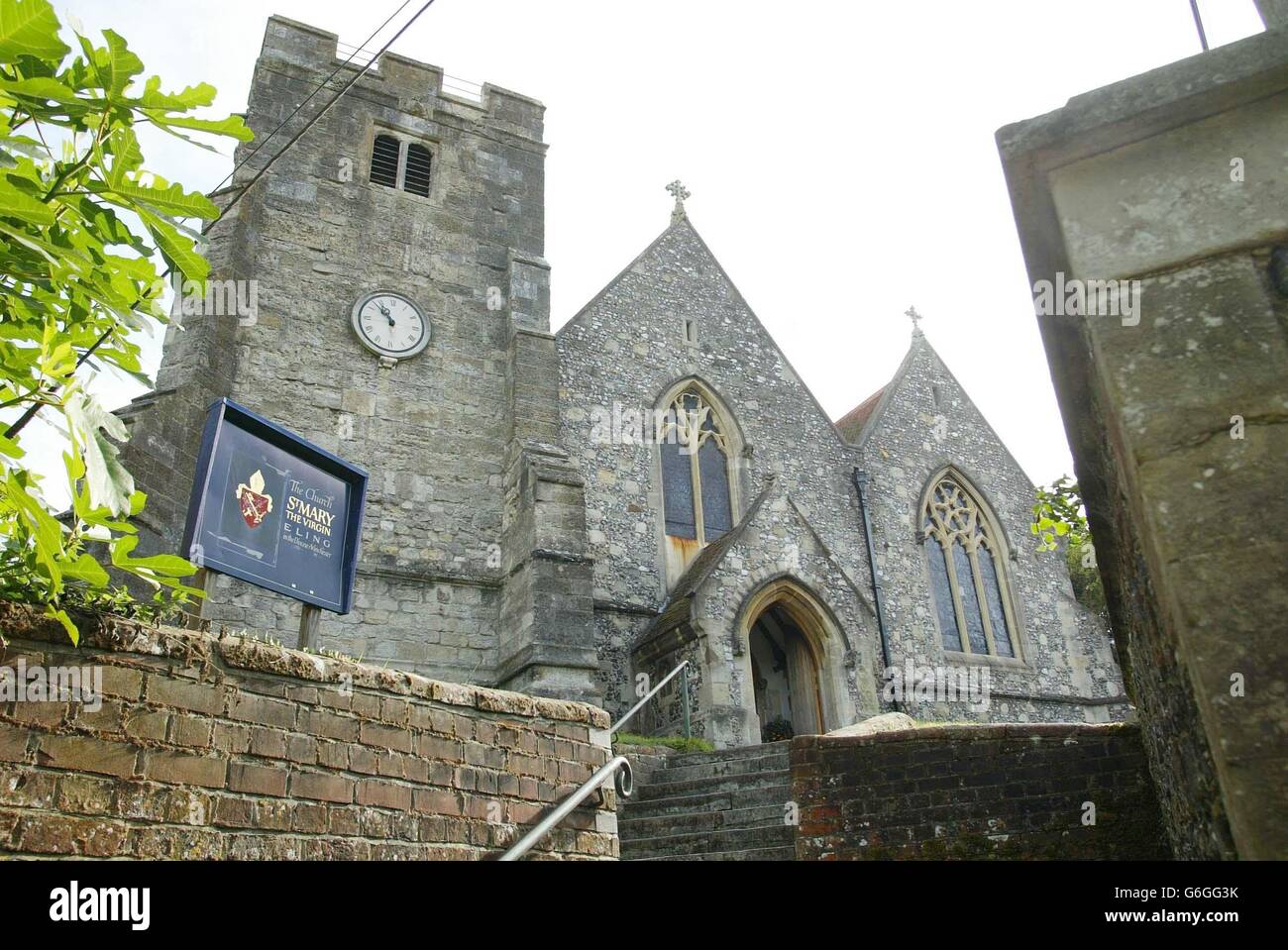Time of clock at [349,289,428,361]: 10:52
